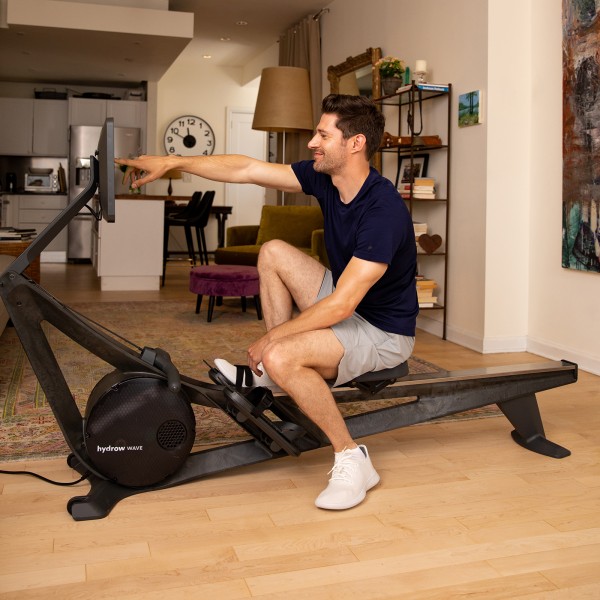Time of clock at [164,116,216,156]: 11:49
